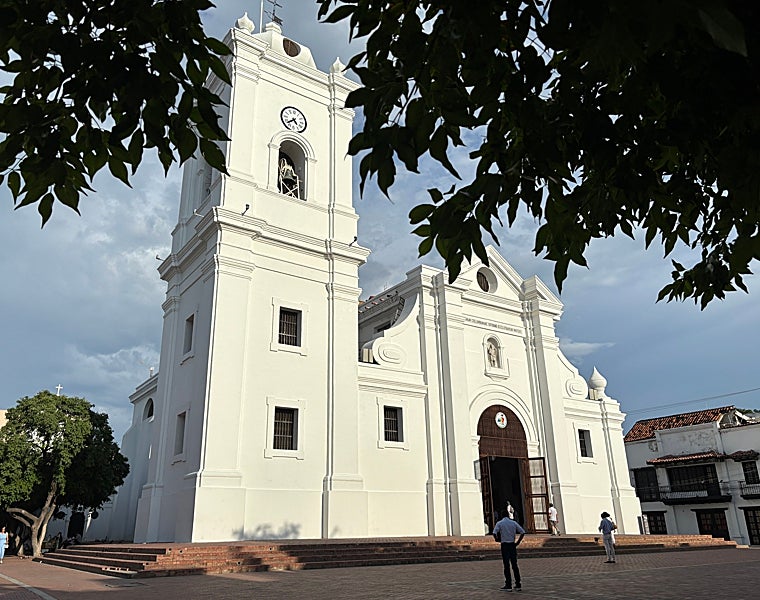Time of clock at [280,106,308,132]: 4:38
